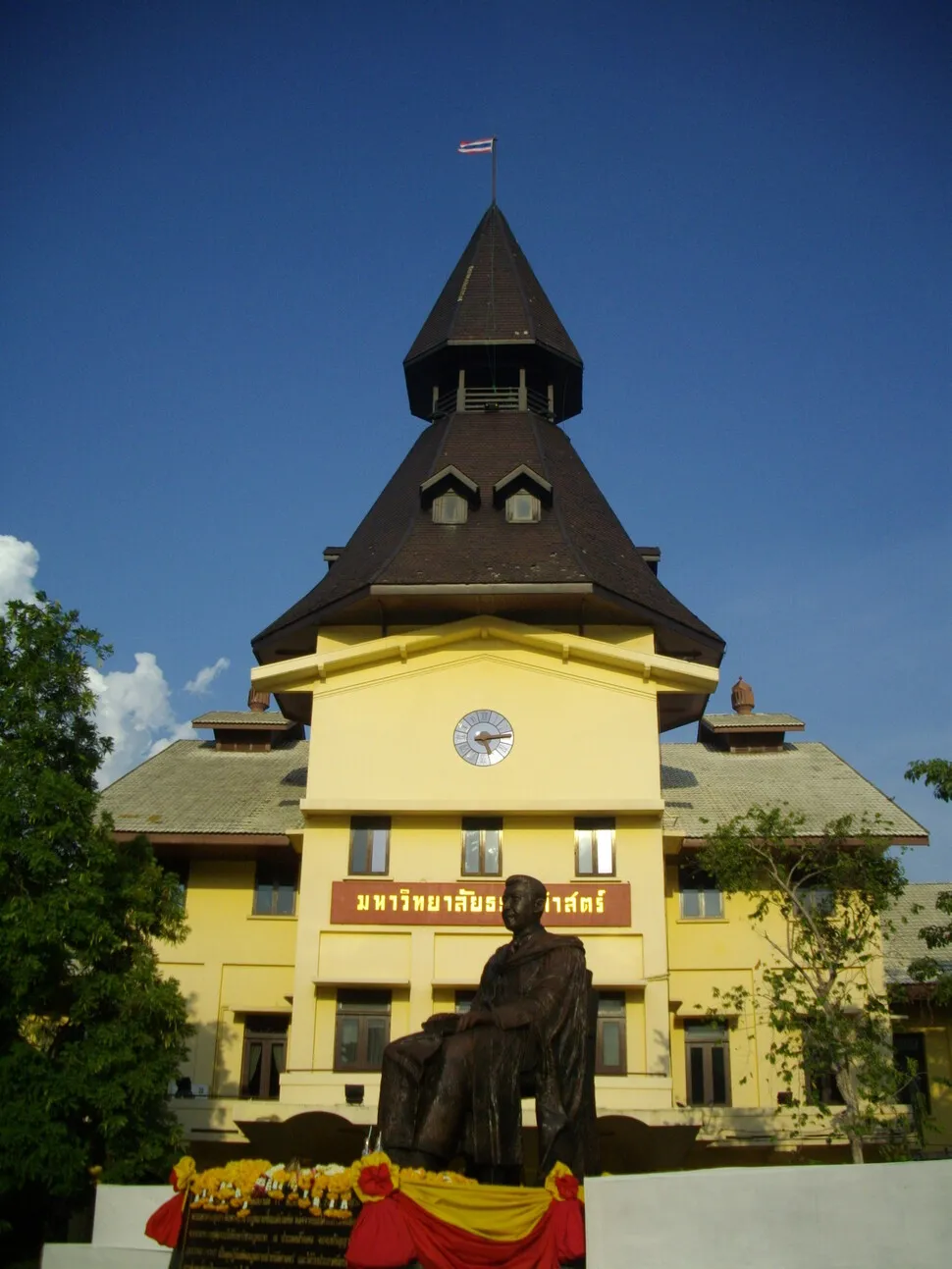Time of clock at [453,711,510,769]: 5:14
